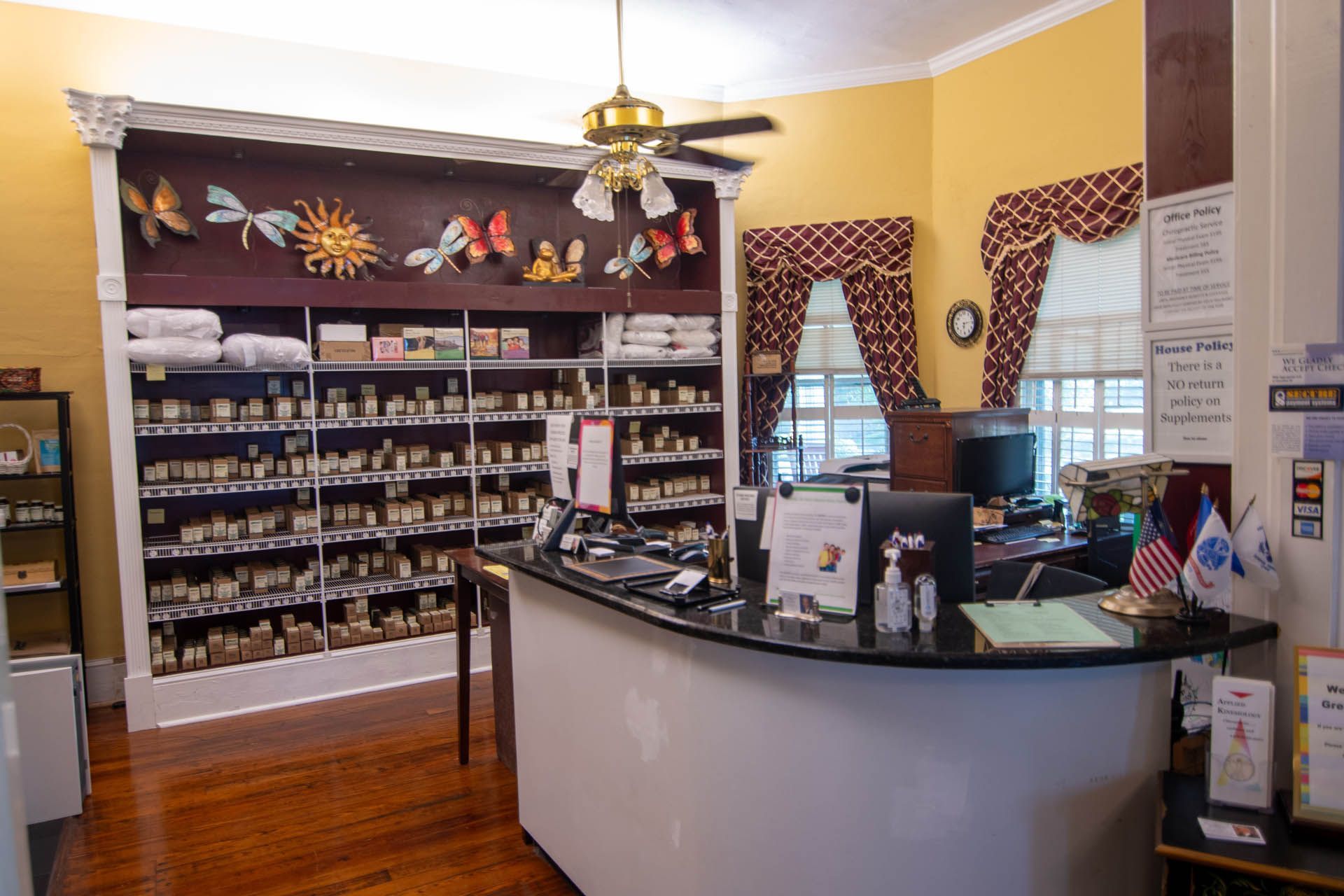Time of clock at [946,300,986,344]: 6:13
